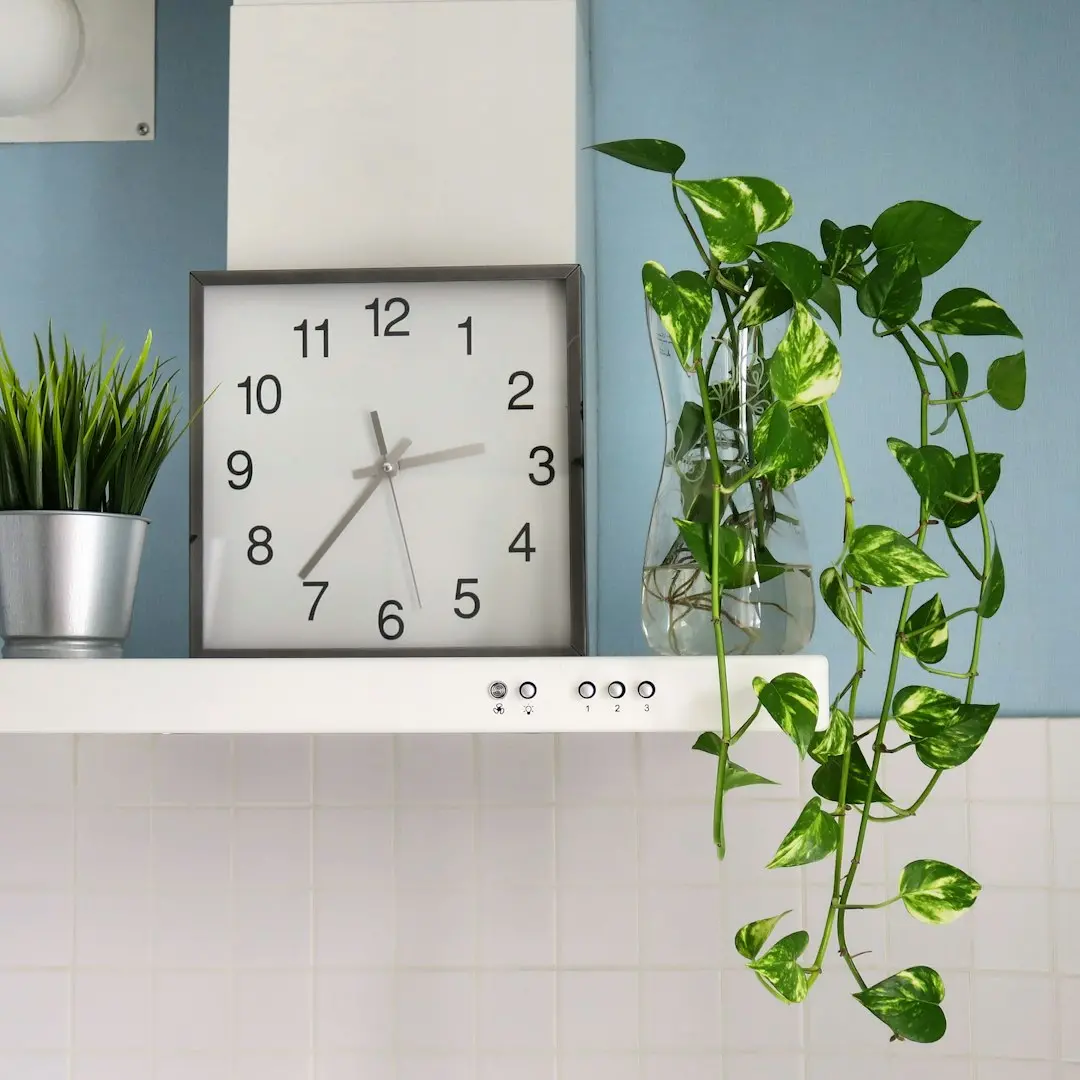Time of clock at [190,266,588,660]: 2:36
